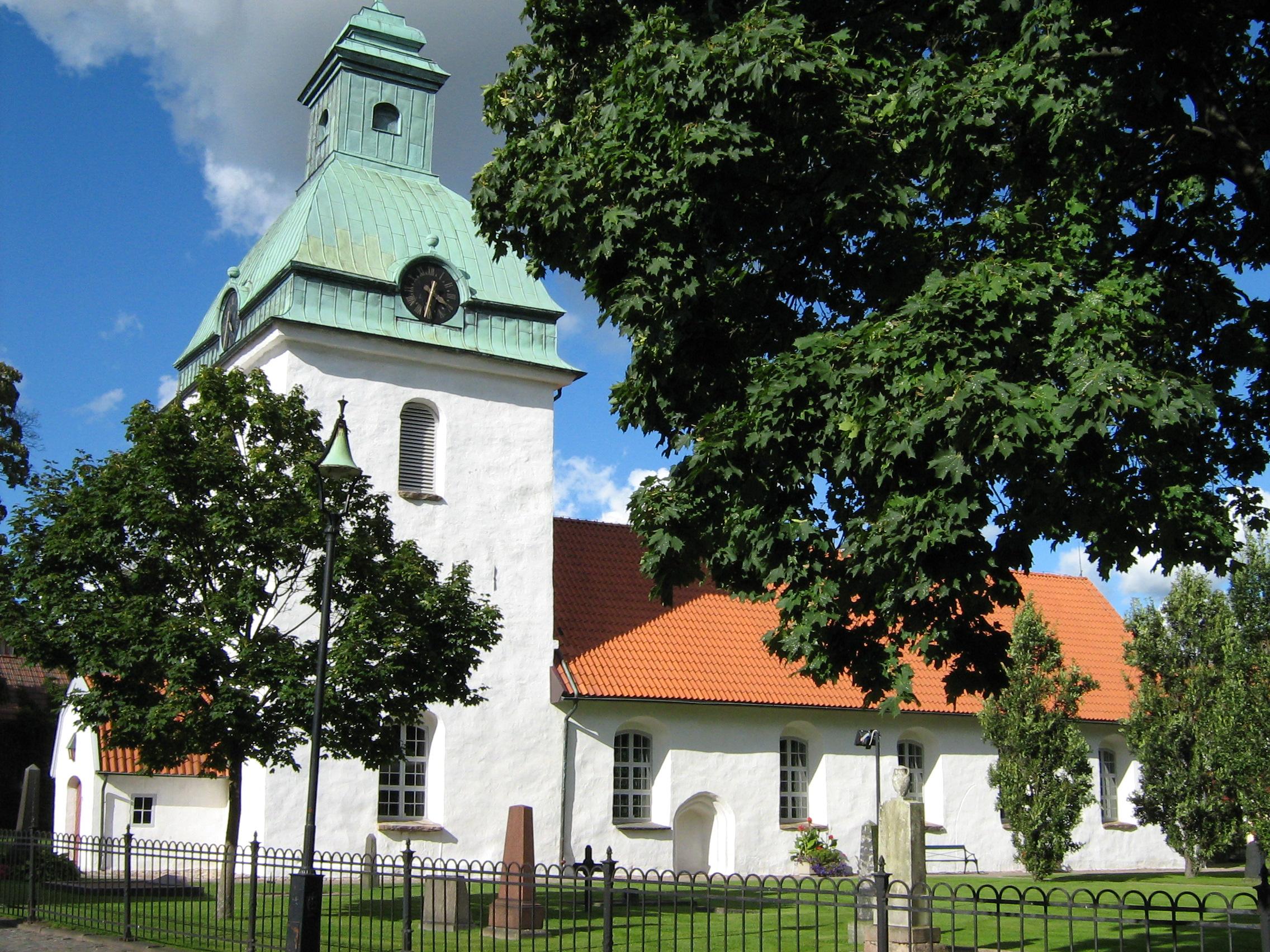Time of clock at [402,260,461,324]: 12:32
